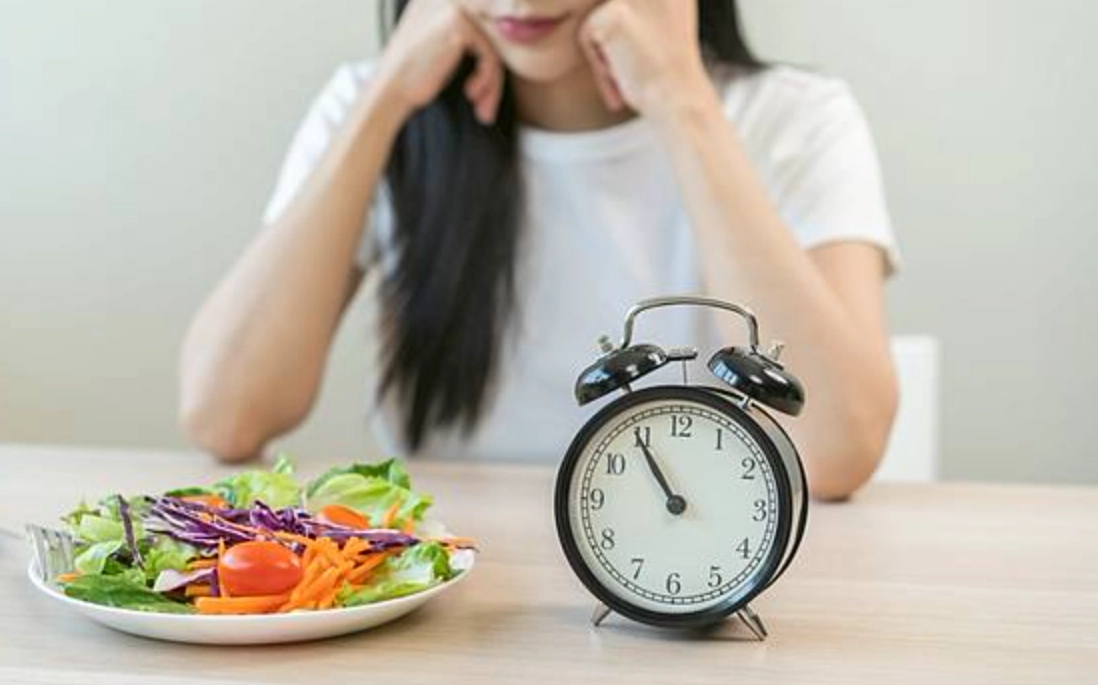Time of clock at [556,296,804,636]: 10:54
